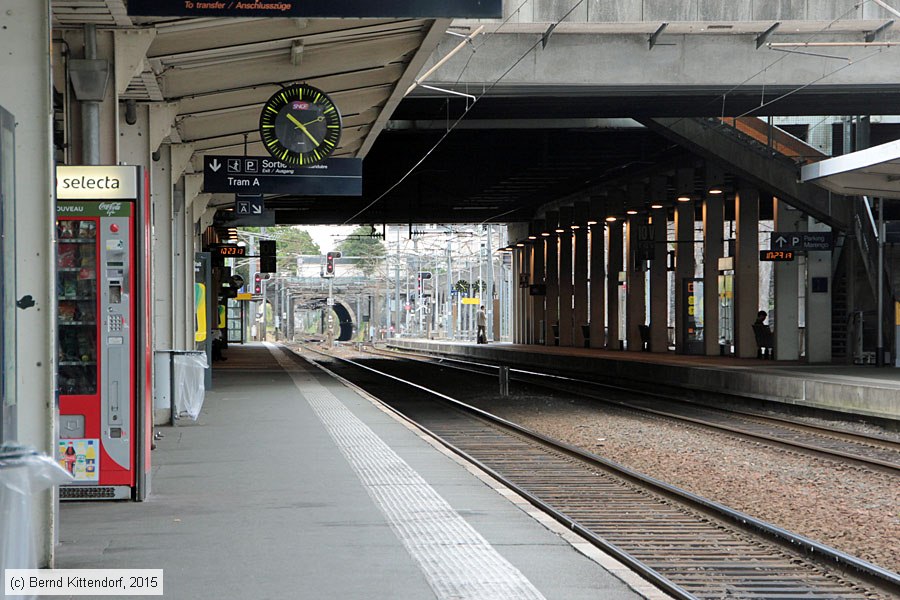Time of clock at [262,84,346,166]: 10:23
